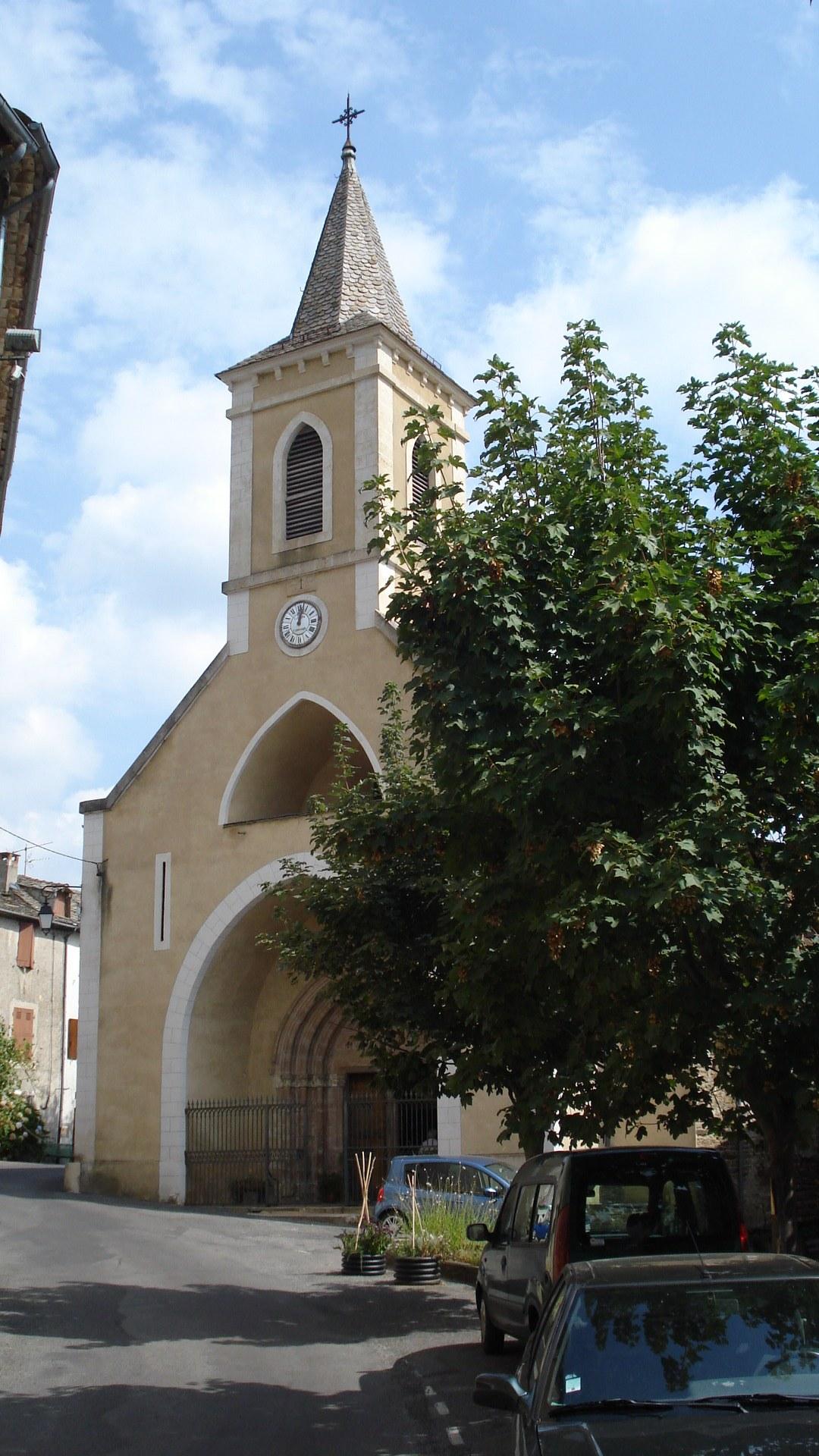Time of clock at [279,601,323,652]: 12:02
